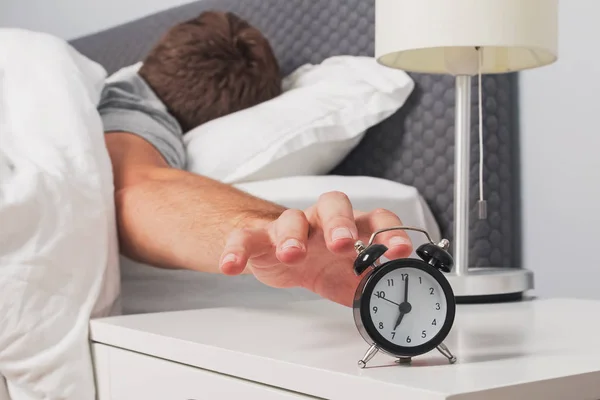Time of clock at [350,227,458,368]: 7:01
